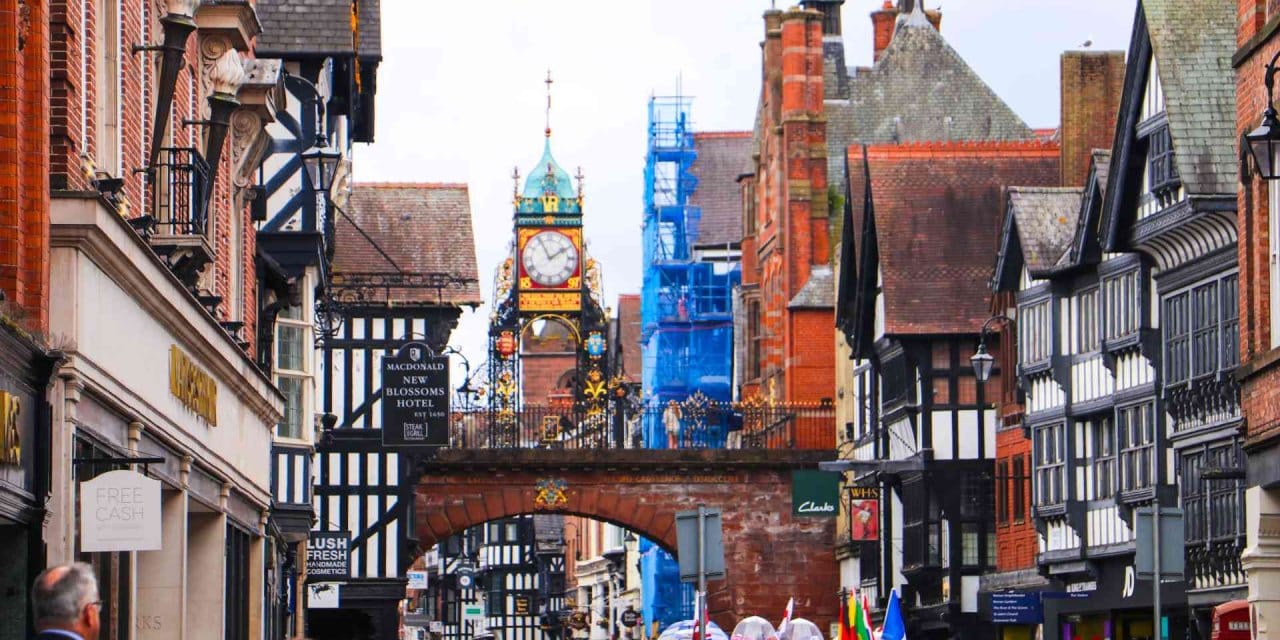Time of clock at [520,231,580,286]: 1:55
